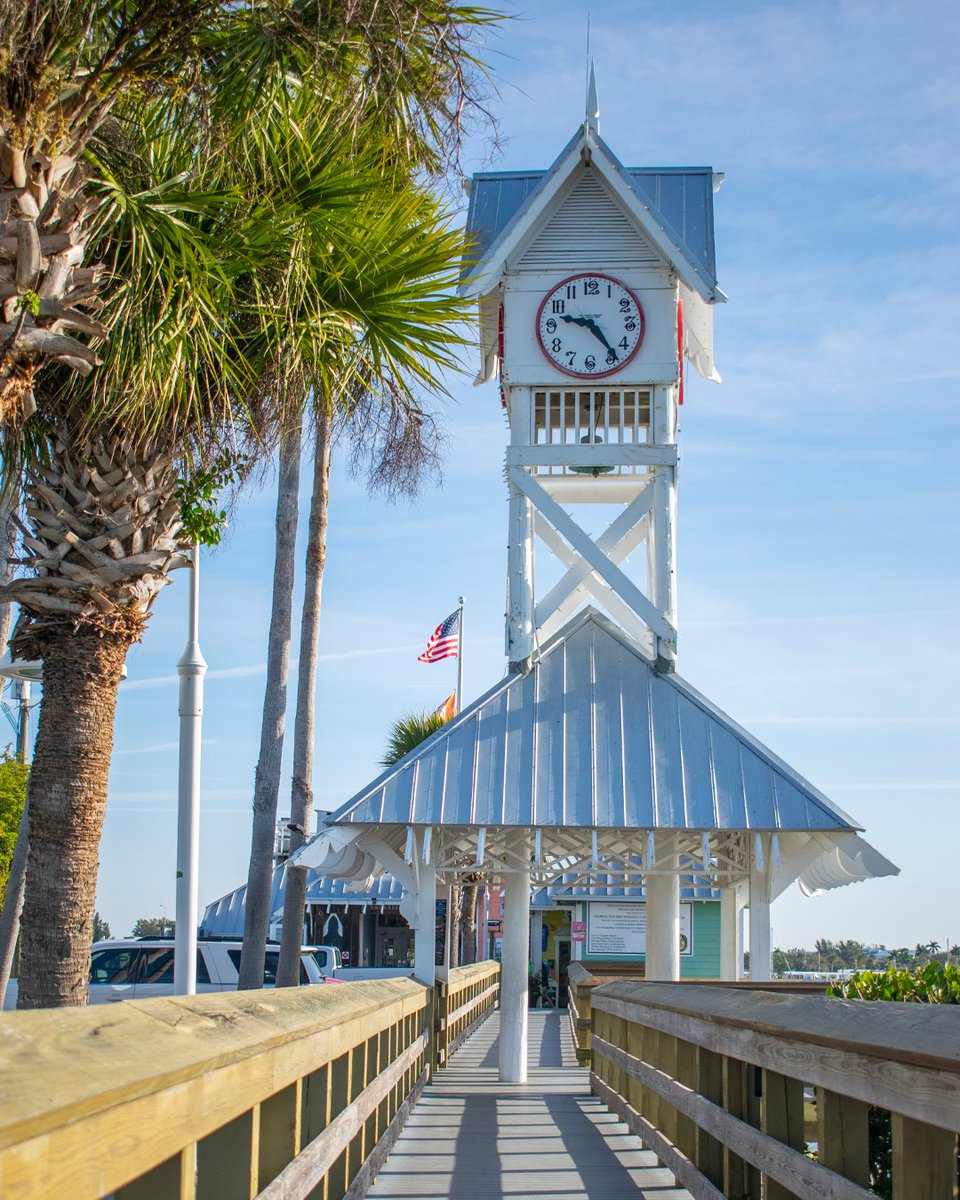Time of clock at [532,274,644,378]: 9:23
